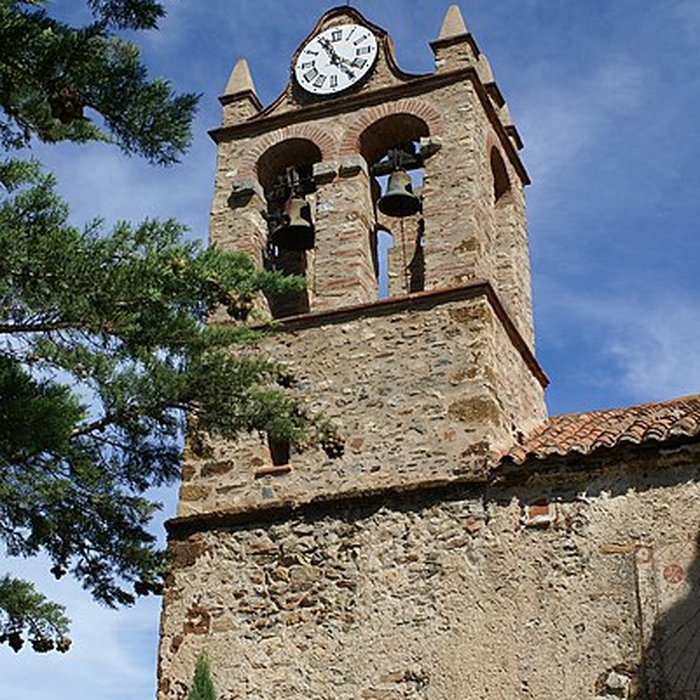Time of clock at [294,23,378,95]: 11:22
